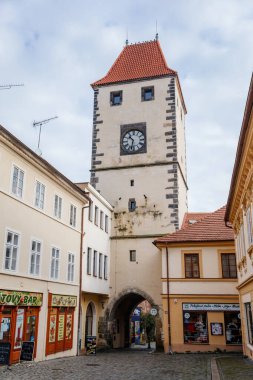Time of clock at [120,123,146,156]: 10:32
